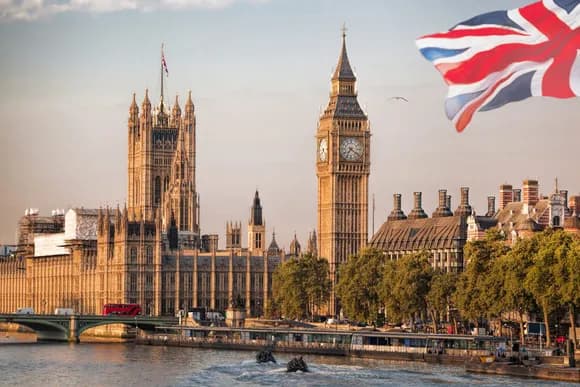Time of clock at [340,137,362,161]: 7:21
